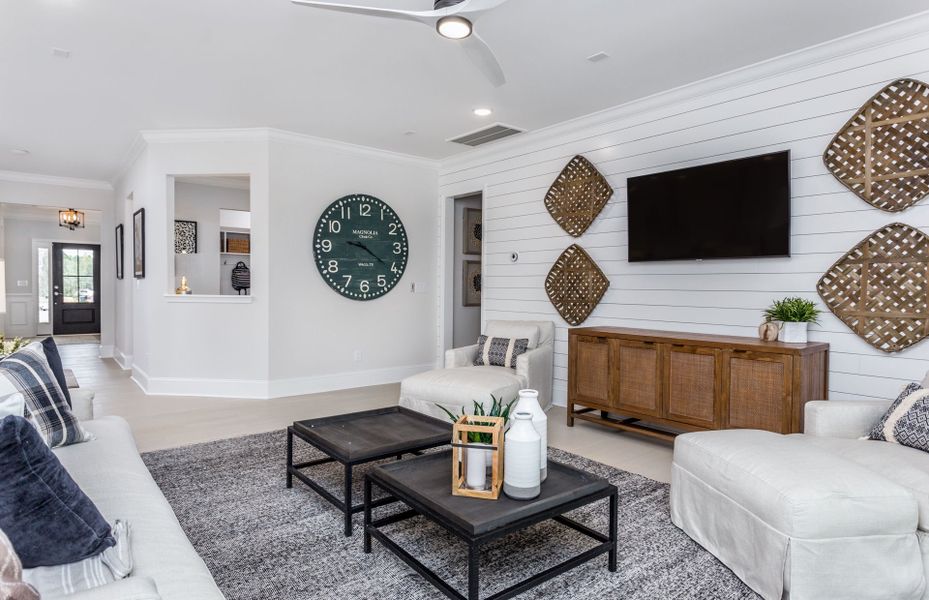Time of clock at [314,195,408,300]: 9:20
